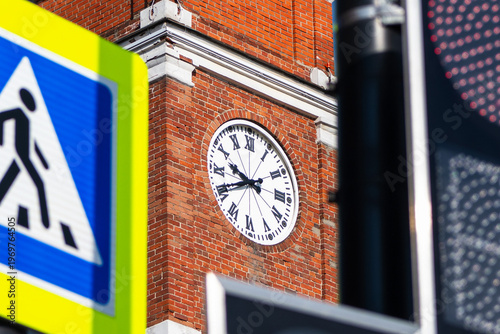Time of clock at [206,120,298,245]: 9:40
